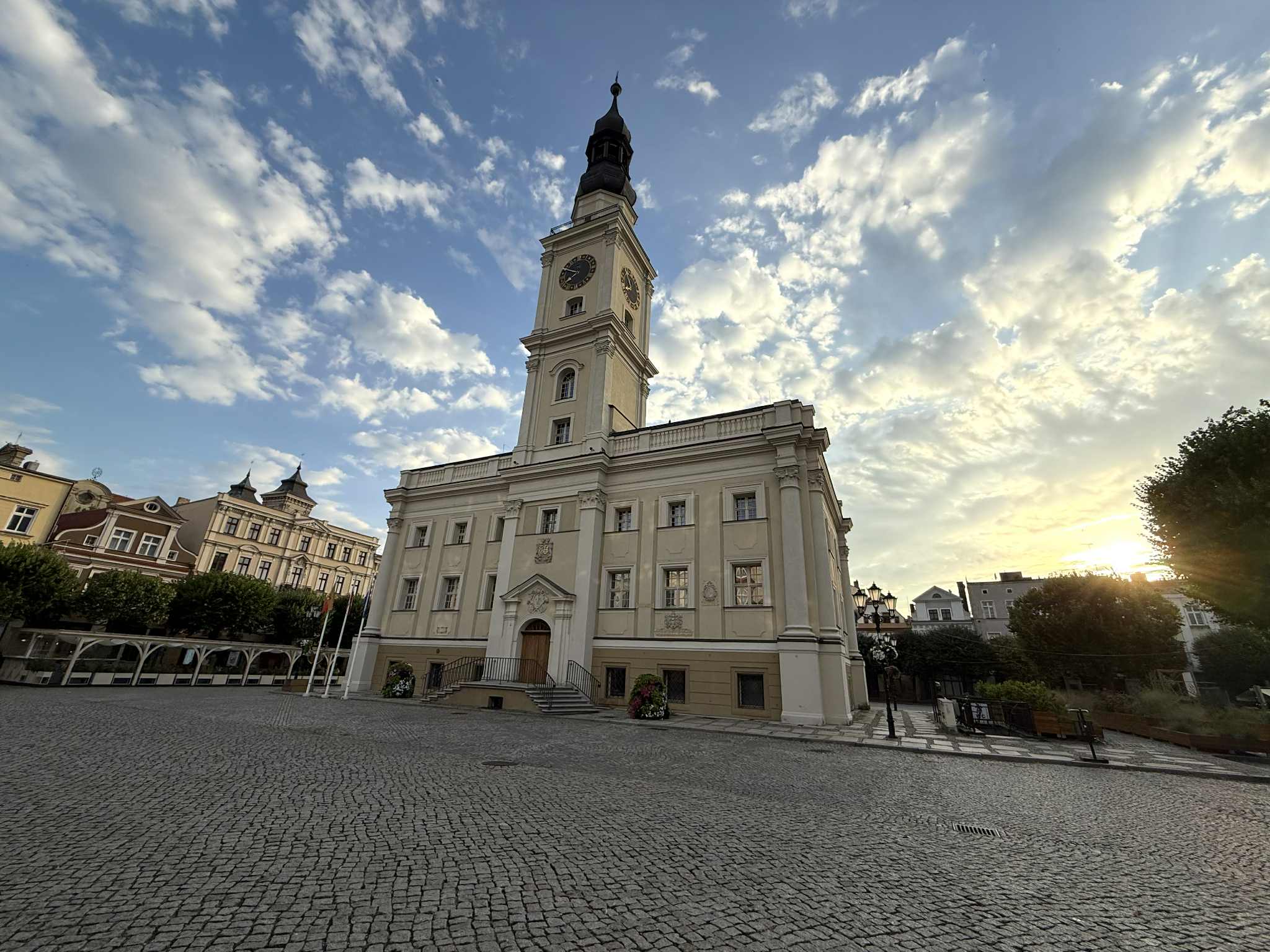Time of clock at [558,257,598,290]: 7:49
